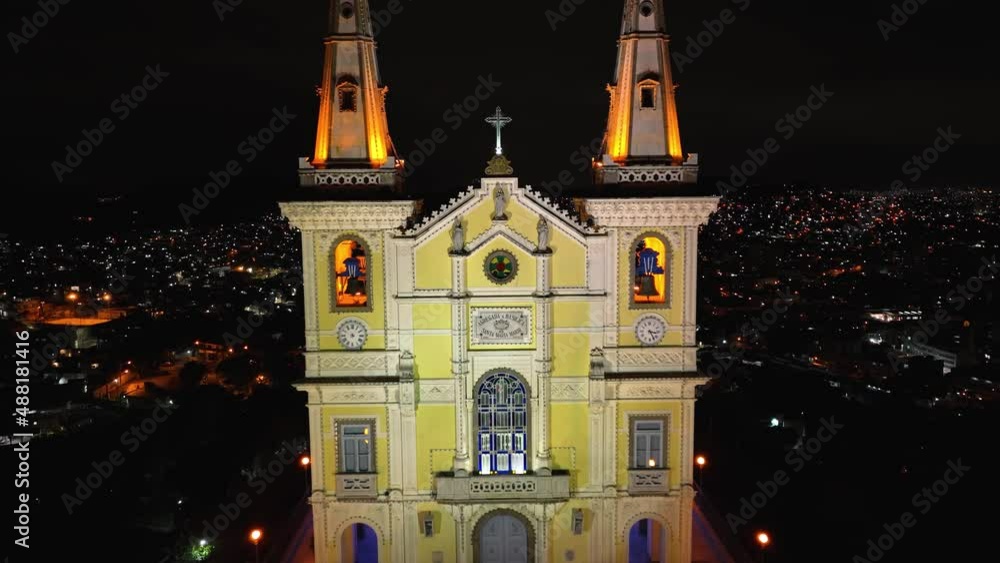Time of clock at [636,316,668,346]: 3:24
